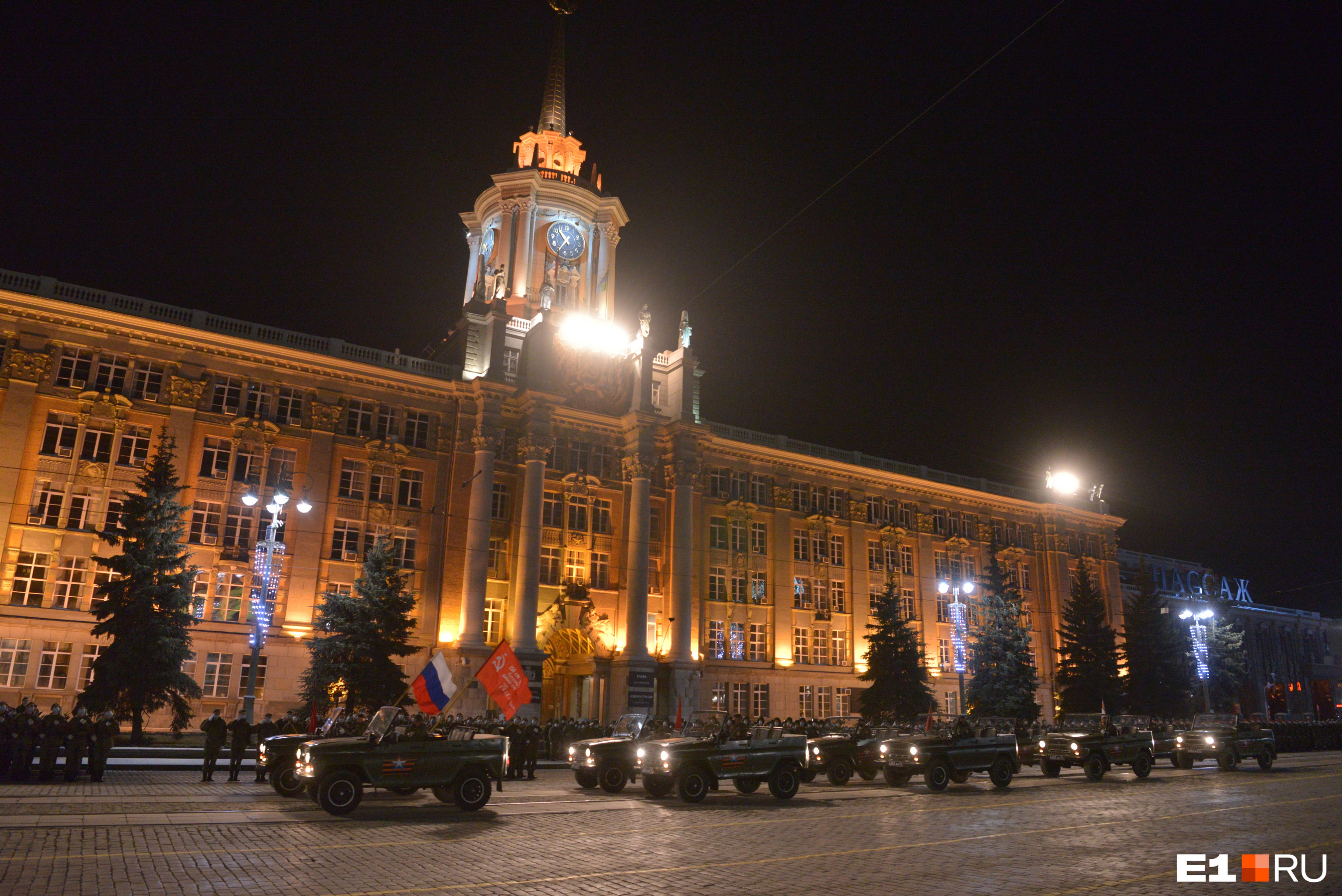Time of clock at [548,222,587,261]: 10:34
